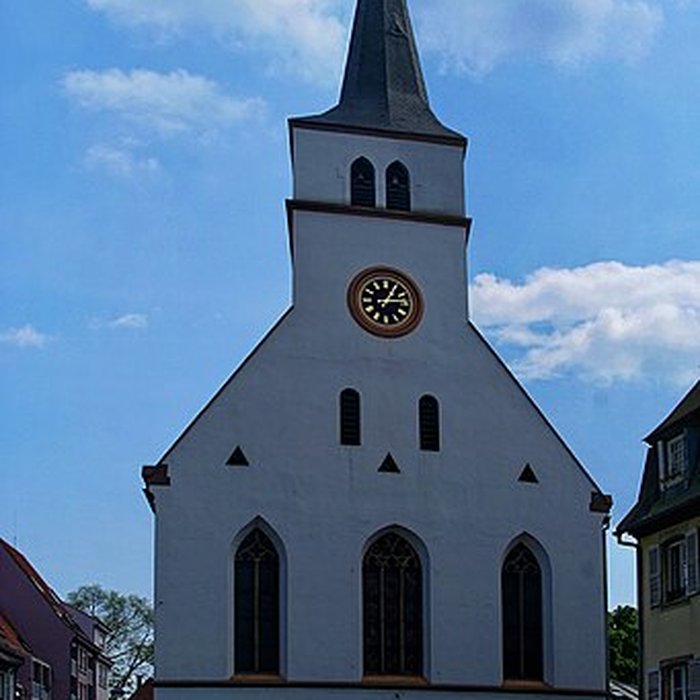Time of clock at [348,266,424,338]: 1:14
